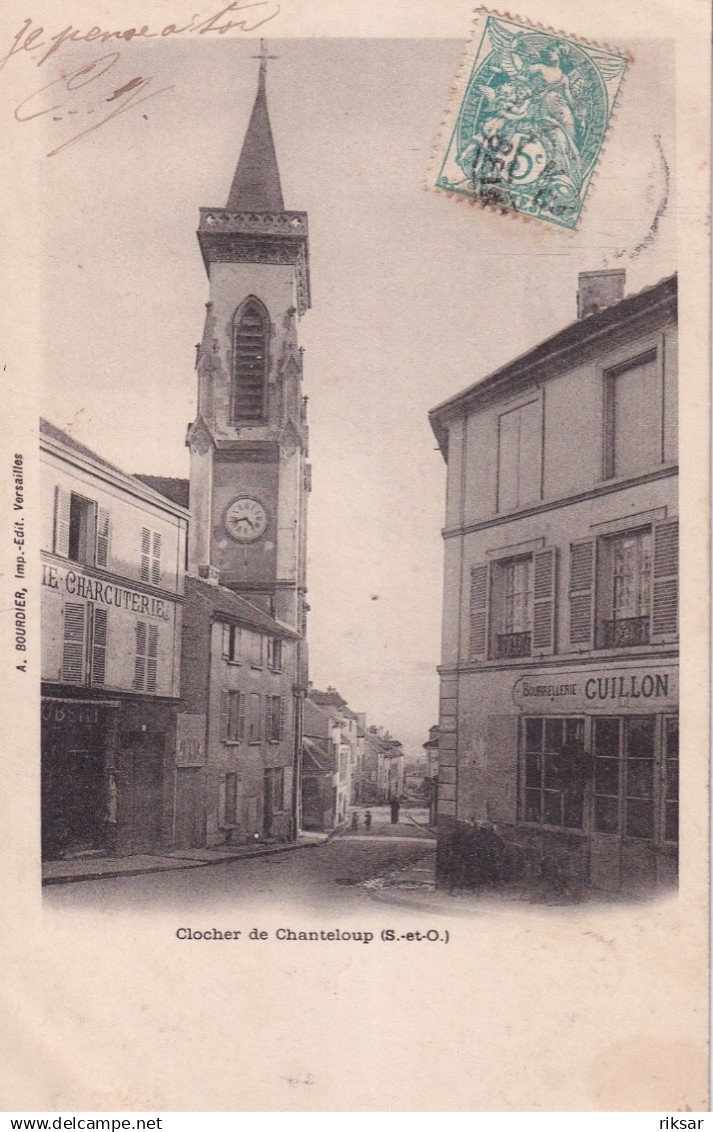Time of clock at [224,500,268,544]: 4:42
